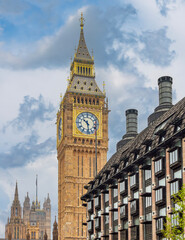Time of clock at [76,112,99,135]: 10:28
